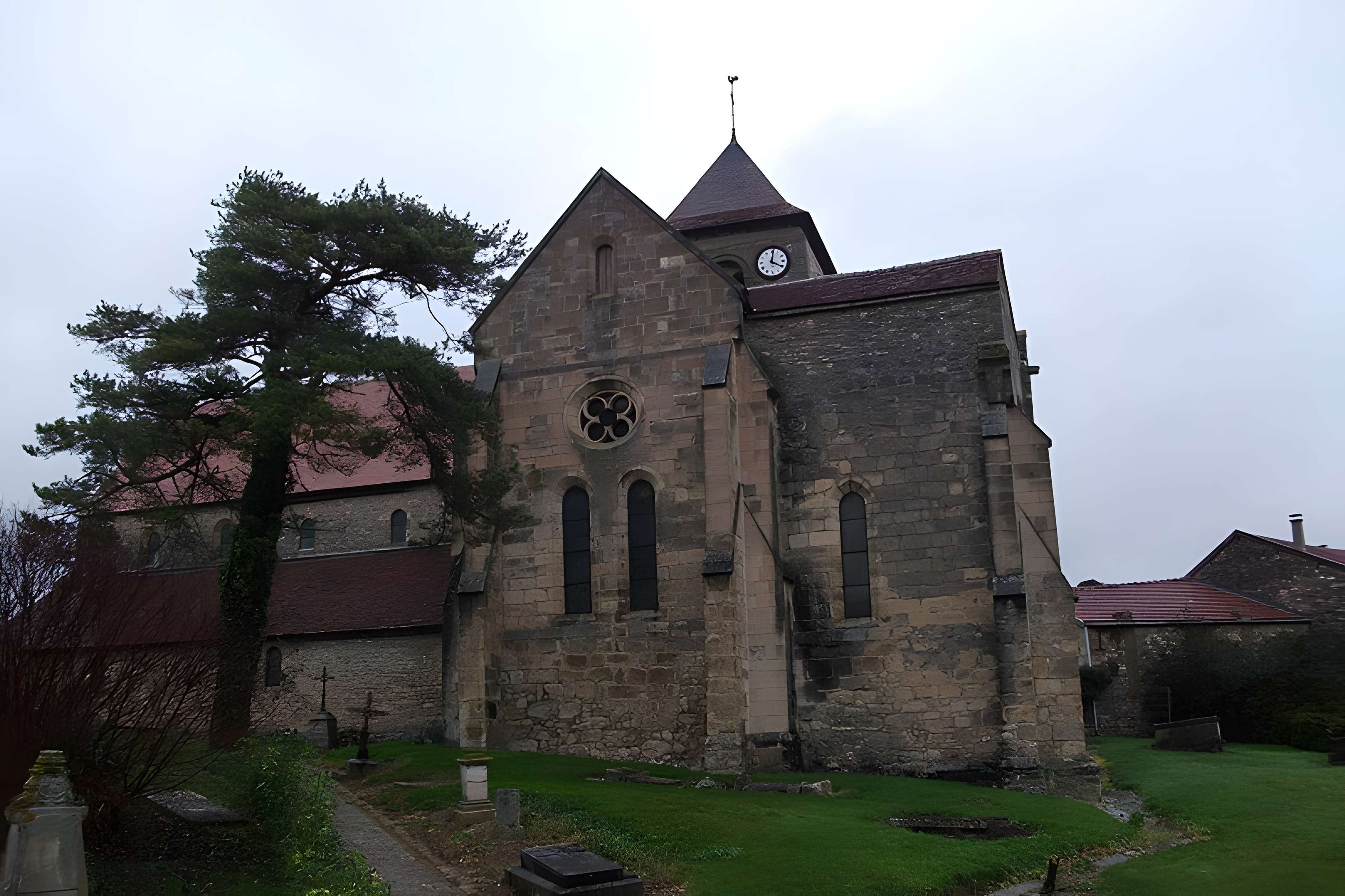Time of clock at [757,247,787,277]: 4:01
